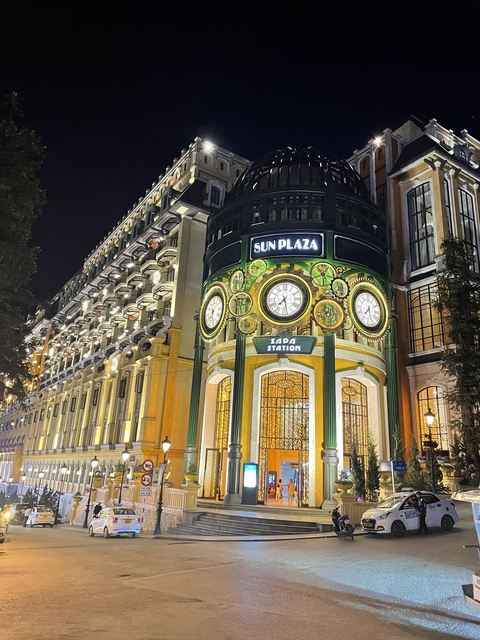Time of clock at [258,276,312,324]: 7:28
